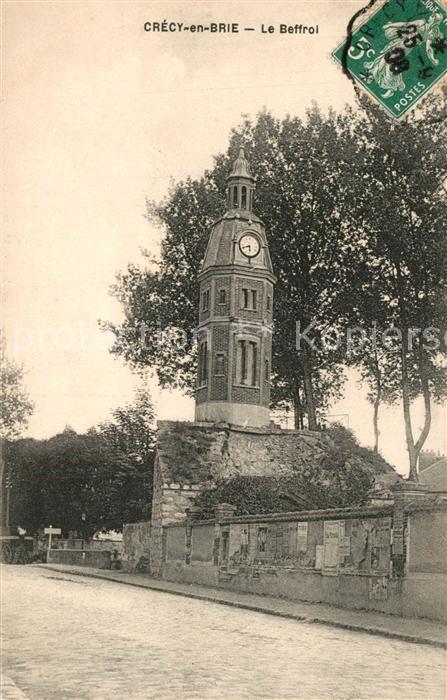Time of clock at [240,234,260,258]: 5:41
